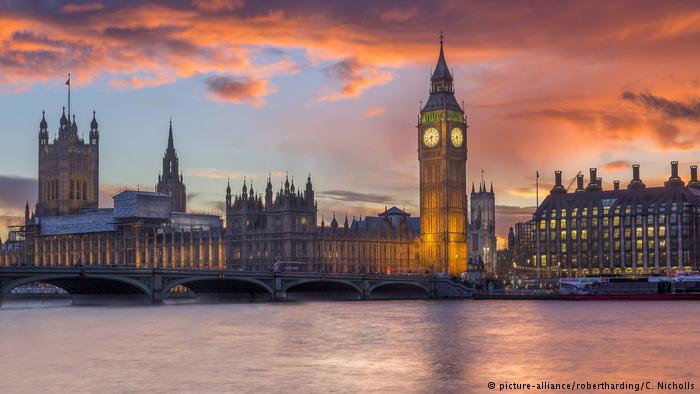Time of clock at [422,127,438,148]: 5:41
